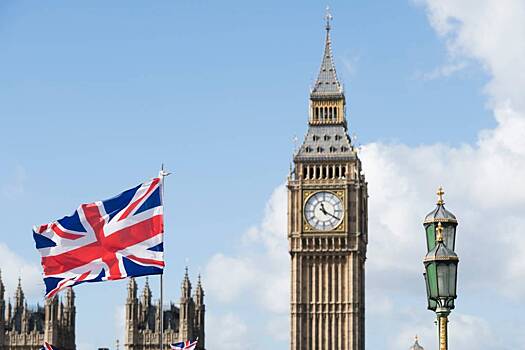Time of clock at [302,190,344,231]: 11:19
